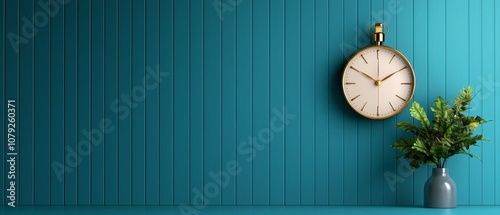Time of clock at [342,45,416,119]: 1:50
